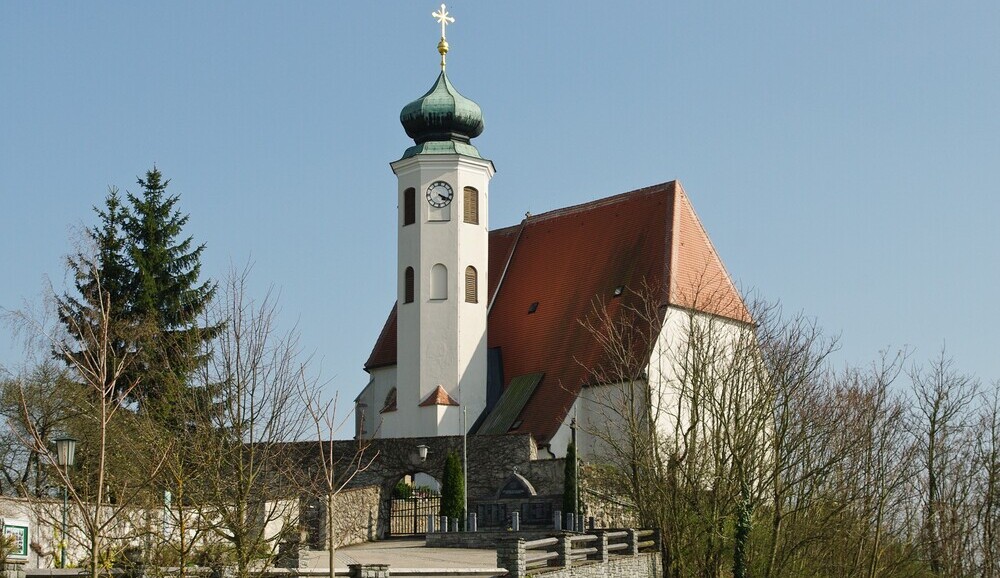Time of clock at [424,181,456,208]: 4:19
